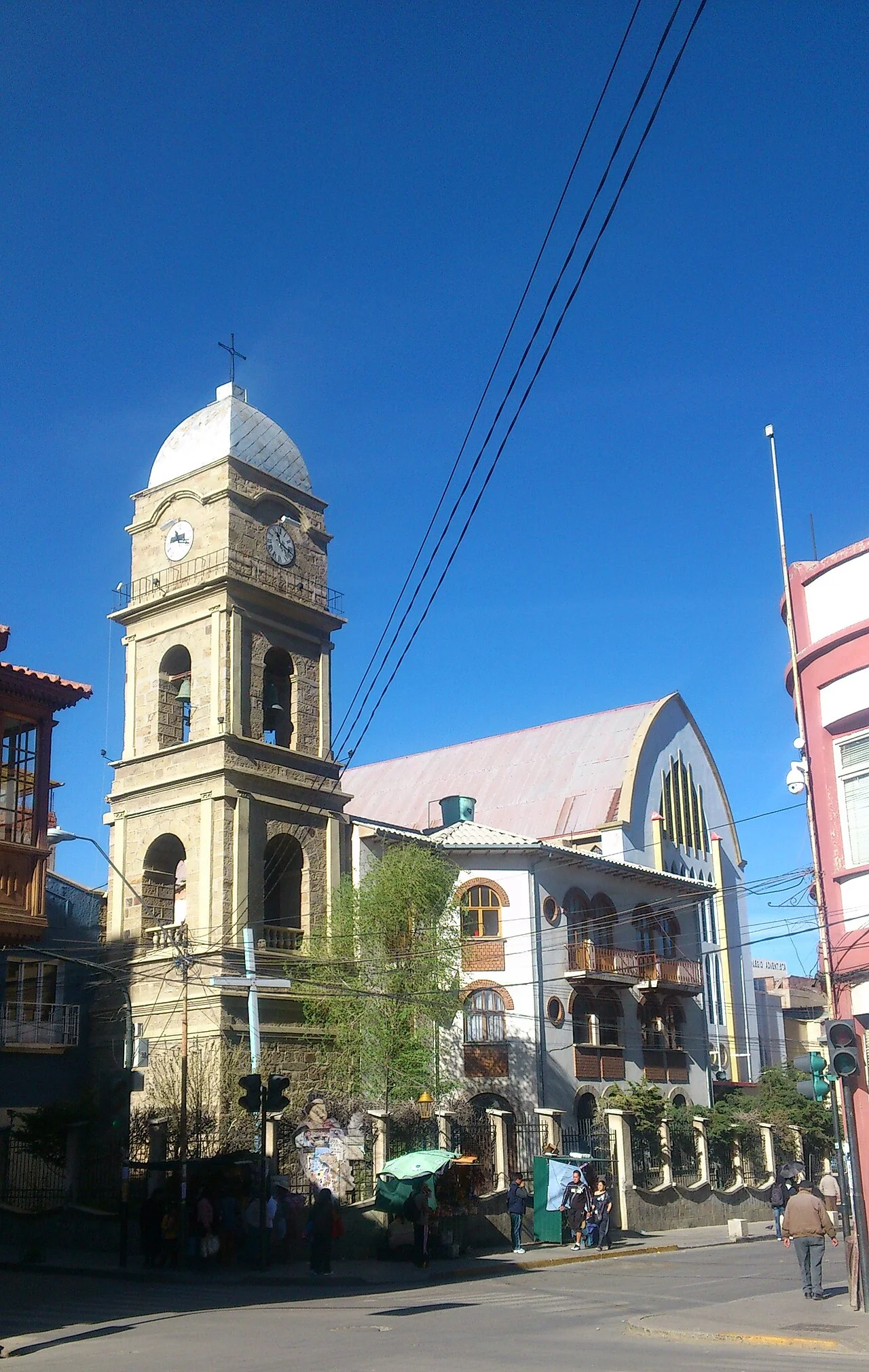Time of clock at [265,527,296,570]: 11:18
